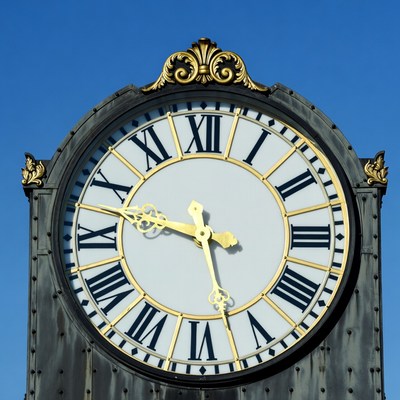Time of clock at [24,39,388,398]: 9:27
